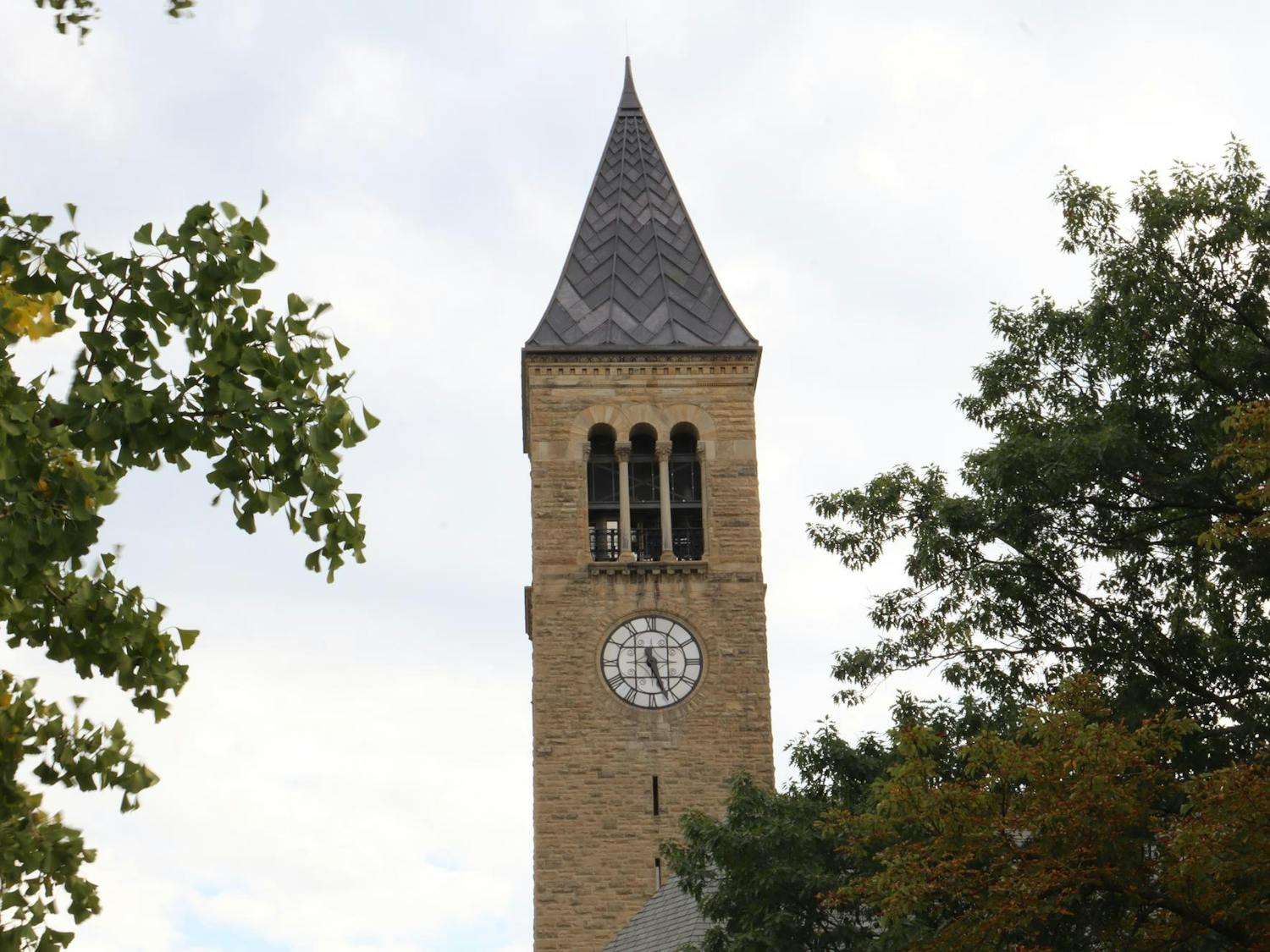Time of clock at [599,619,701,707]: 5:26
